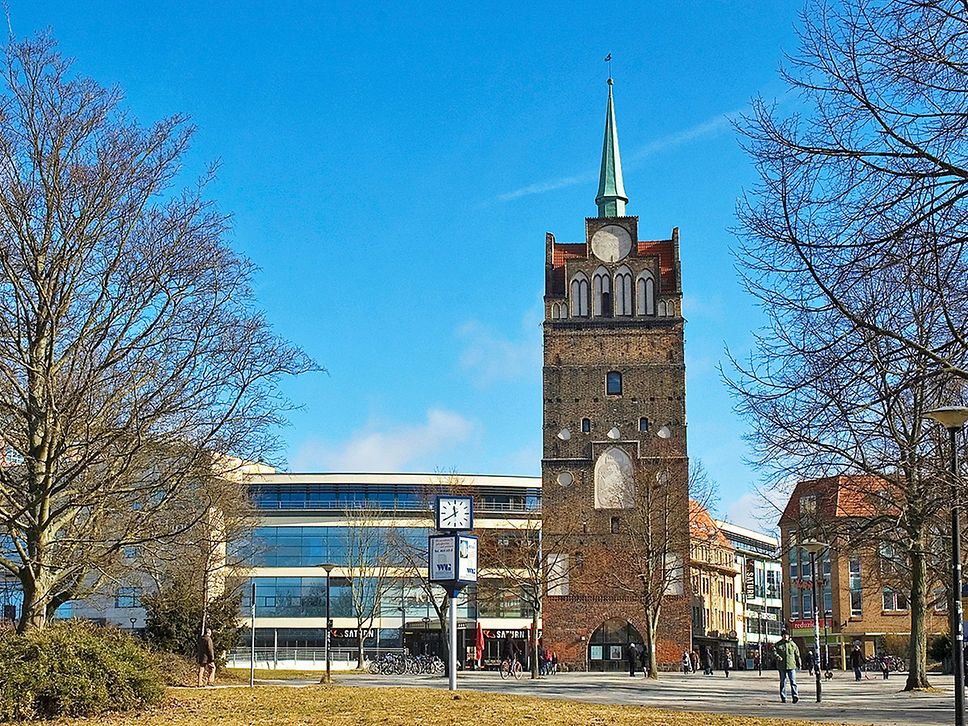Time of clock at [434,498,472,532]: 11:39
